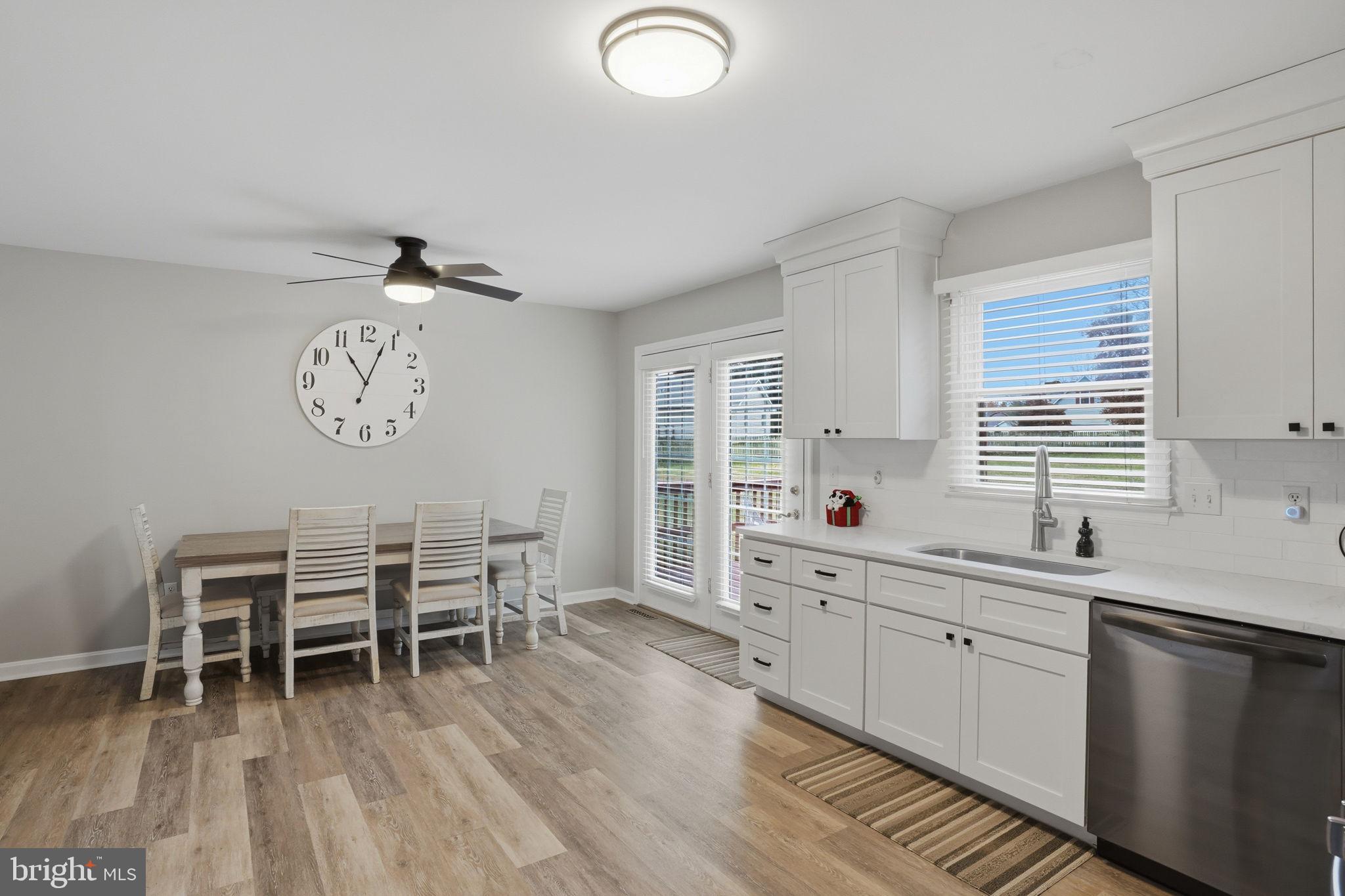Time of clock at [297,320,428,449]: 11:03
